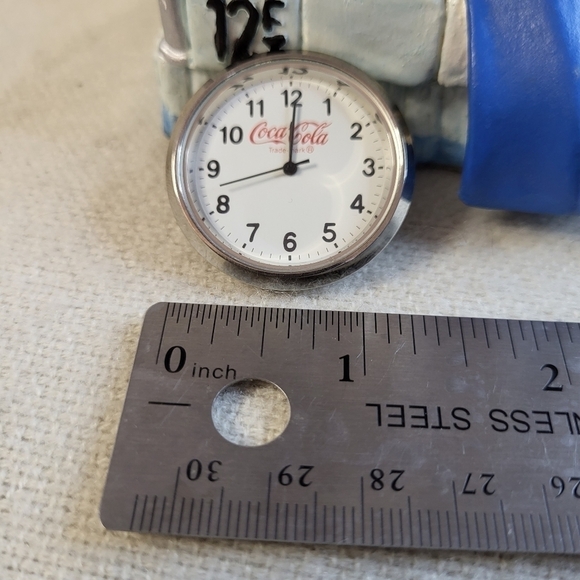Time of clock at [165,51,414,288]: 12:00
